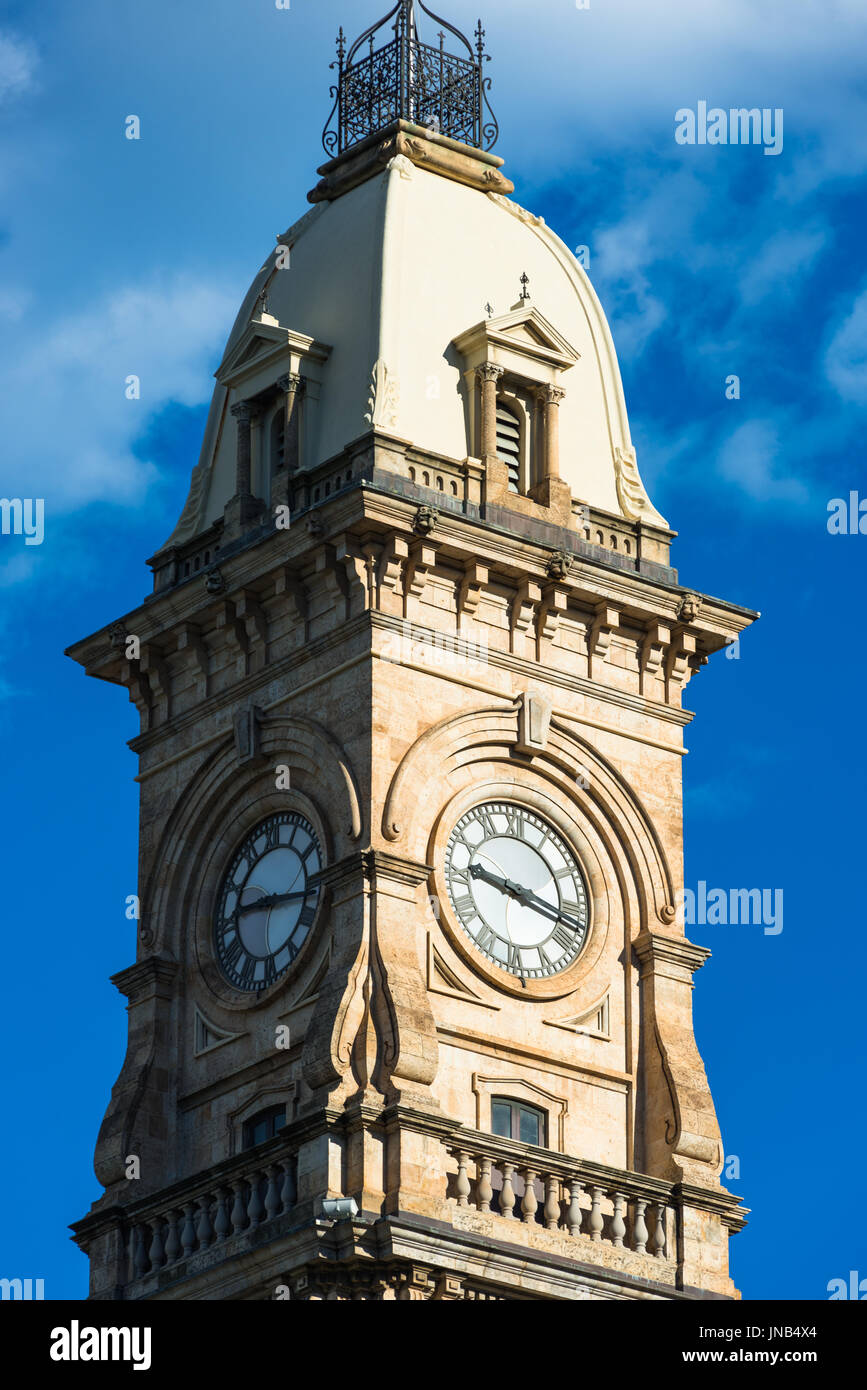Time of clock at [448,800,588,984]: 9:17
